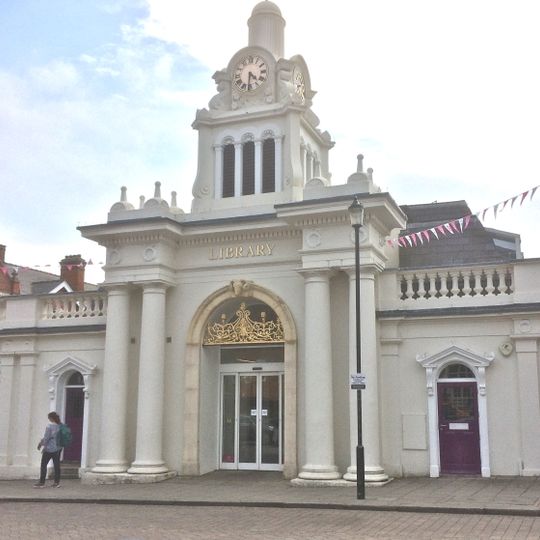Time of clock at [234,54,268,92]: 4:31
